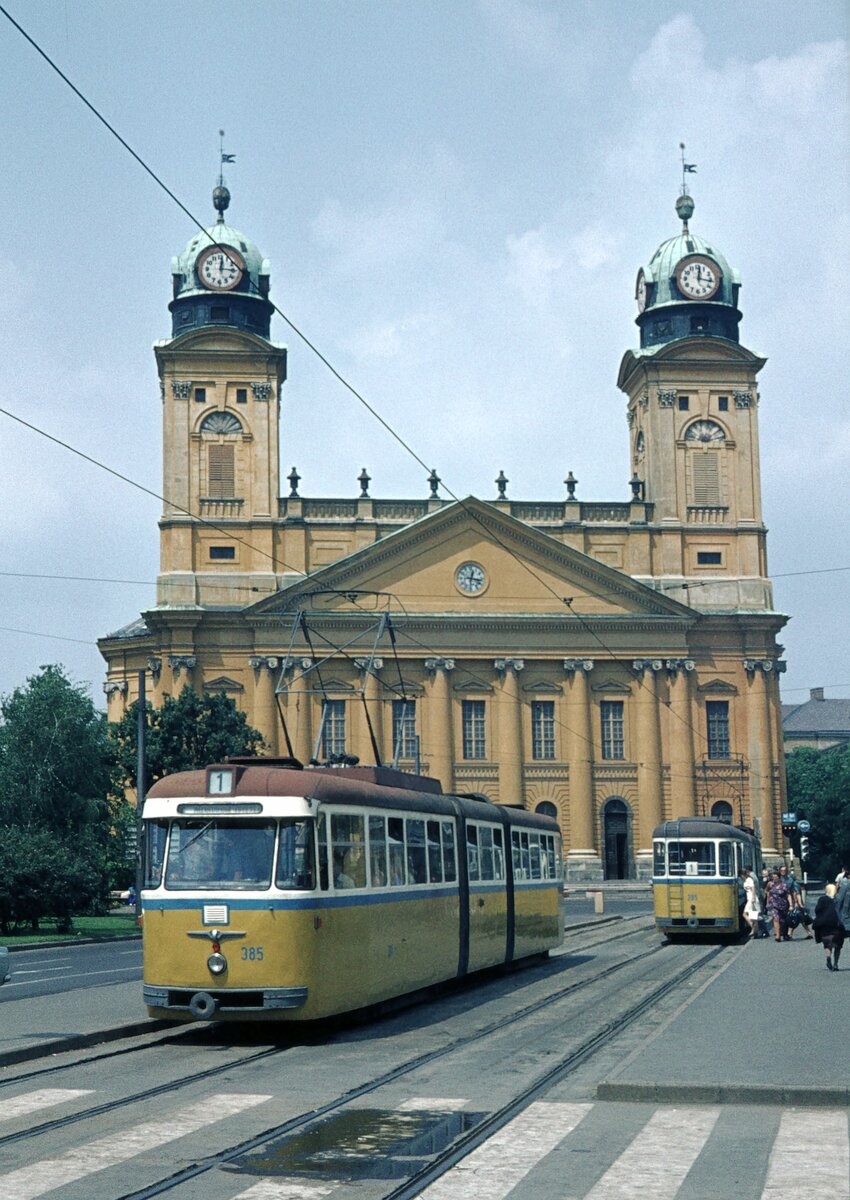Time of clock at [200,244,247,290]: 12:14
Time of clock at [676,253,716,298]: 12:16
